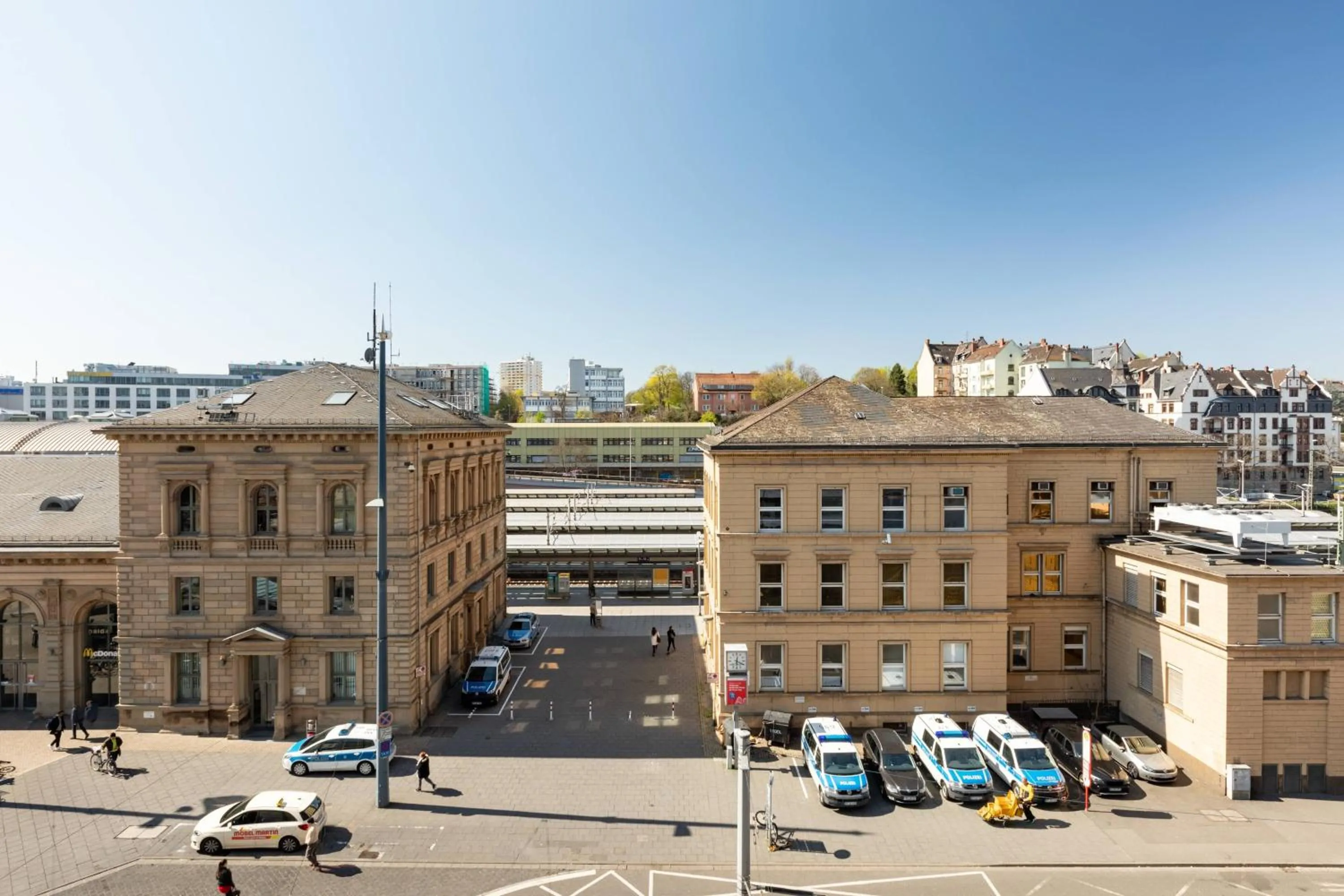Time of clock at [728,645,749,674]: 6:19
